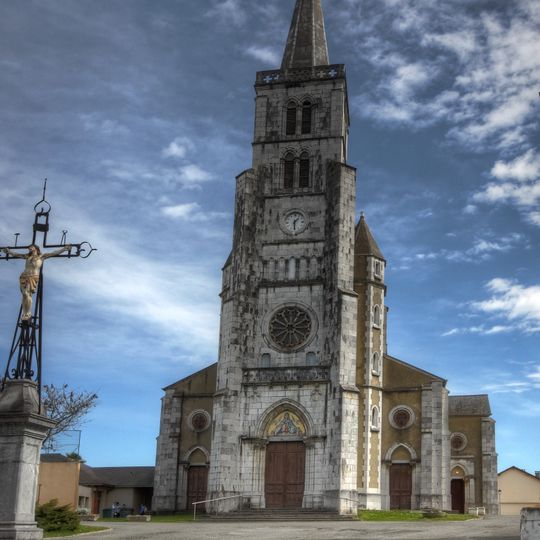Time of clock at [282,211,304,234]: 1:30
